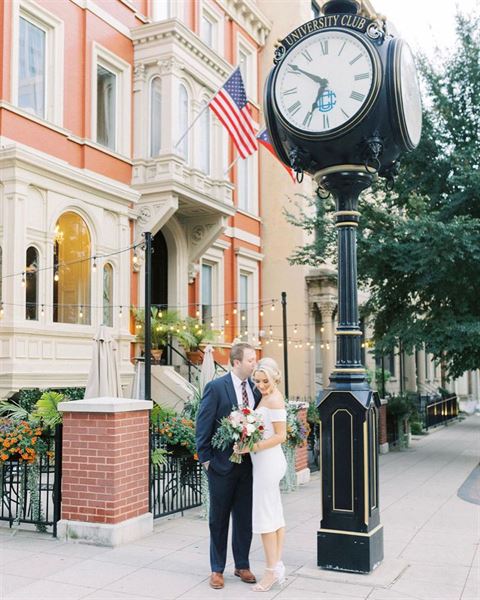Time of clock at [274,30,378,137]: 6:50
